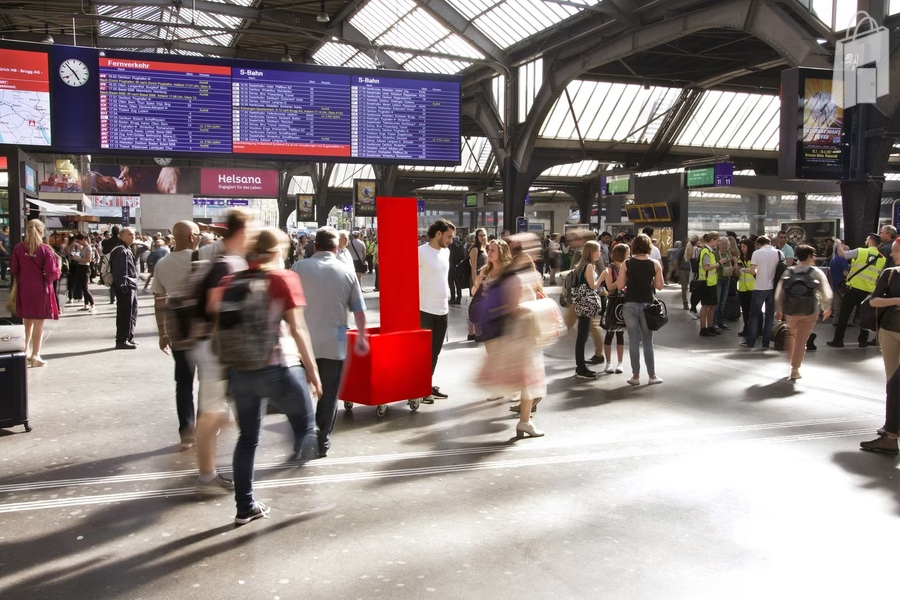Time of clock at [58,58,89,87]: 4:52
